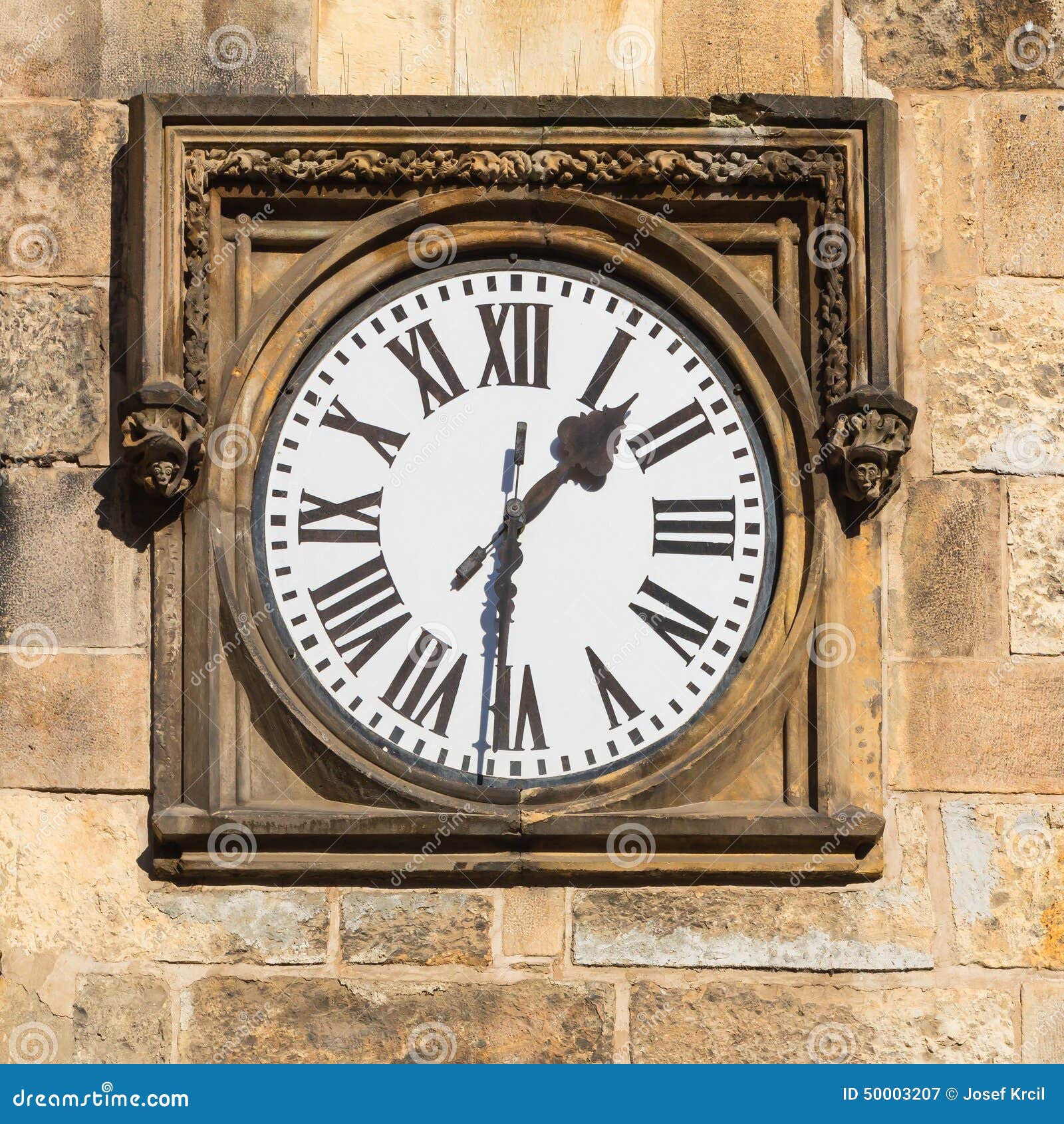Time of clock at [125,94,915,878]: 1:31
